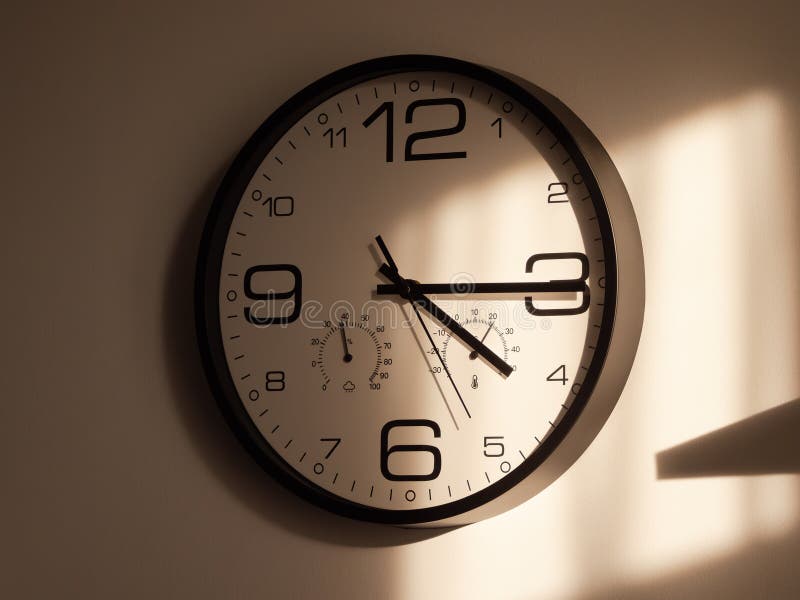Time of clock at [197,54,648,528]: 4:14
